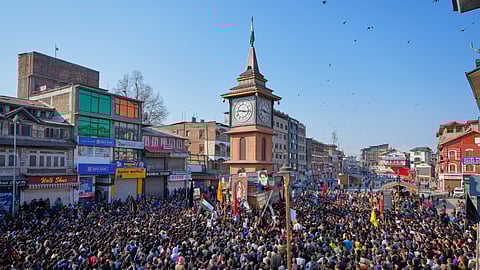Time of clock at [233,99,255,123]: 9:16
